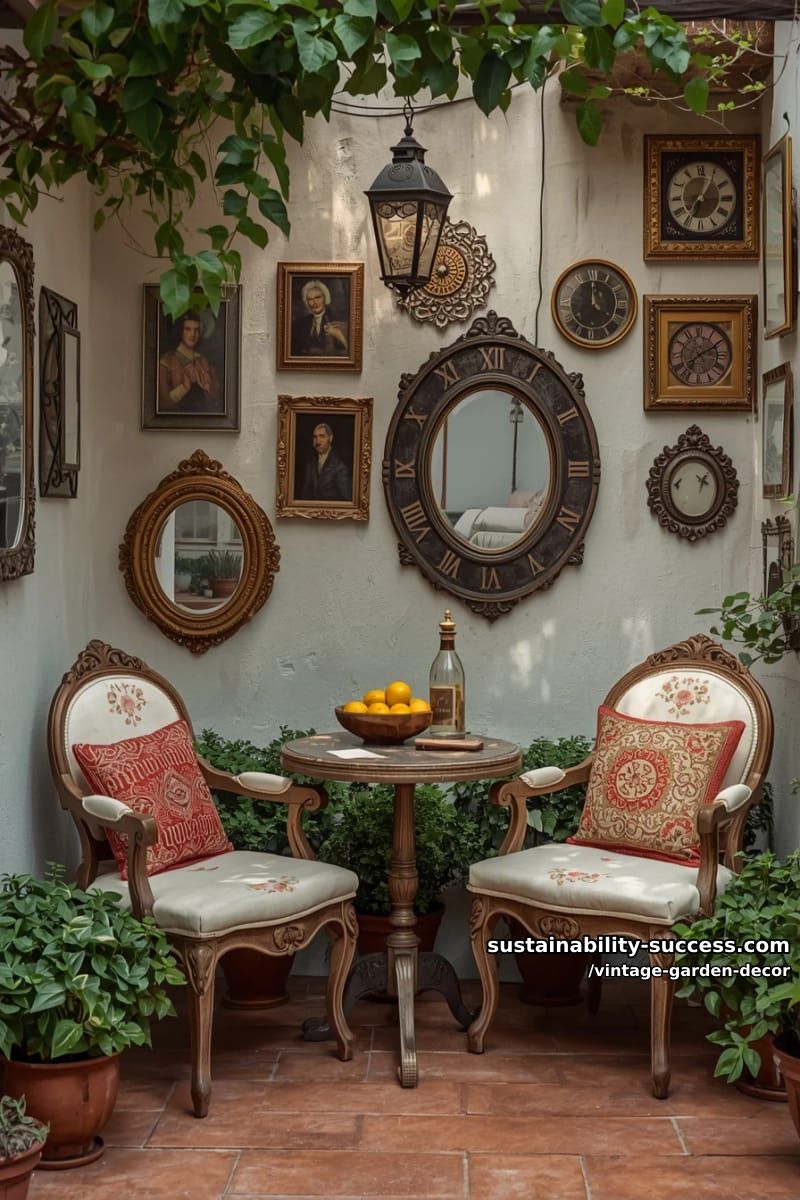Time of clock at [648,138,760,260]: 7:04
